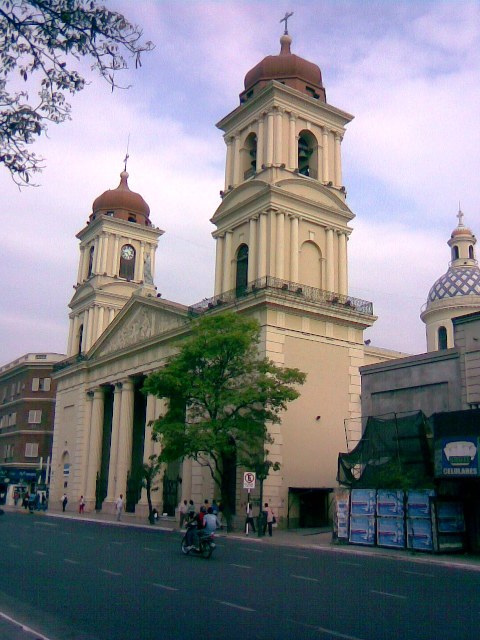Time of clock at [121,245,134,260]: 4:42
